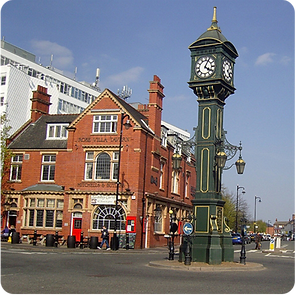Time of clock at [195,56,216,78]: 4:04
